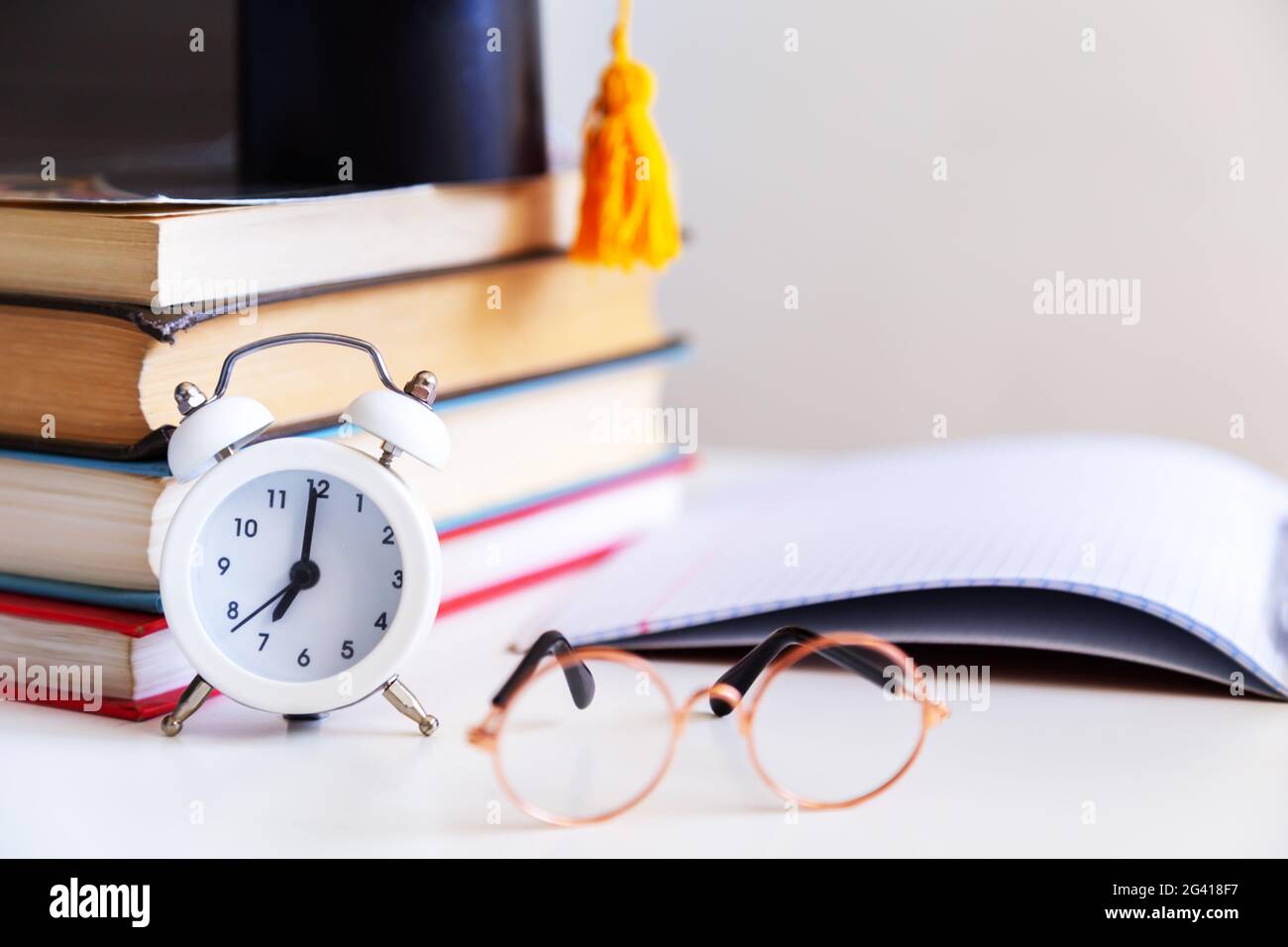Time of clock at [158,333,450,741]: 7:00
